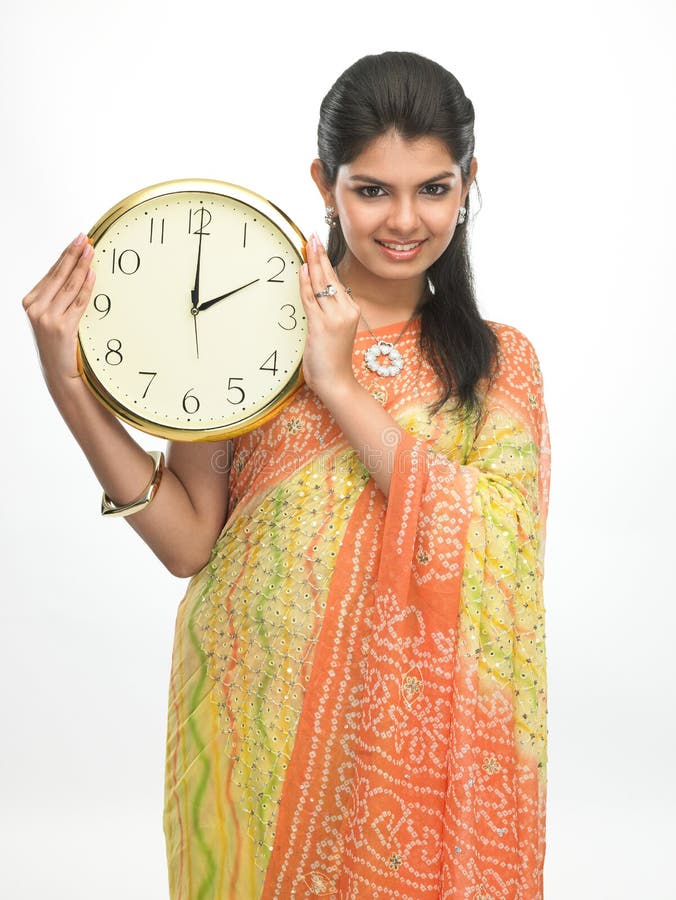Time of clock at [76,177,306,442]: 2:00
